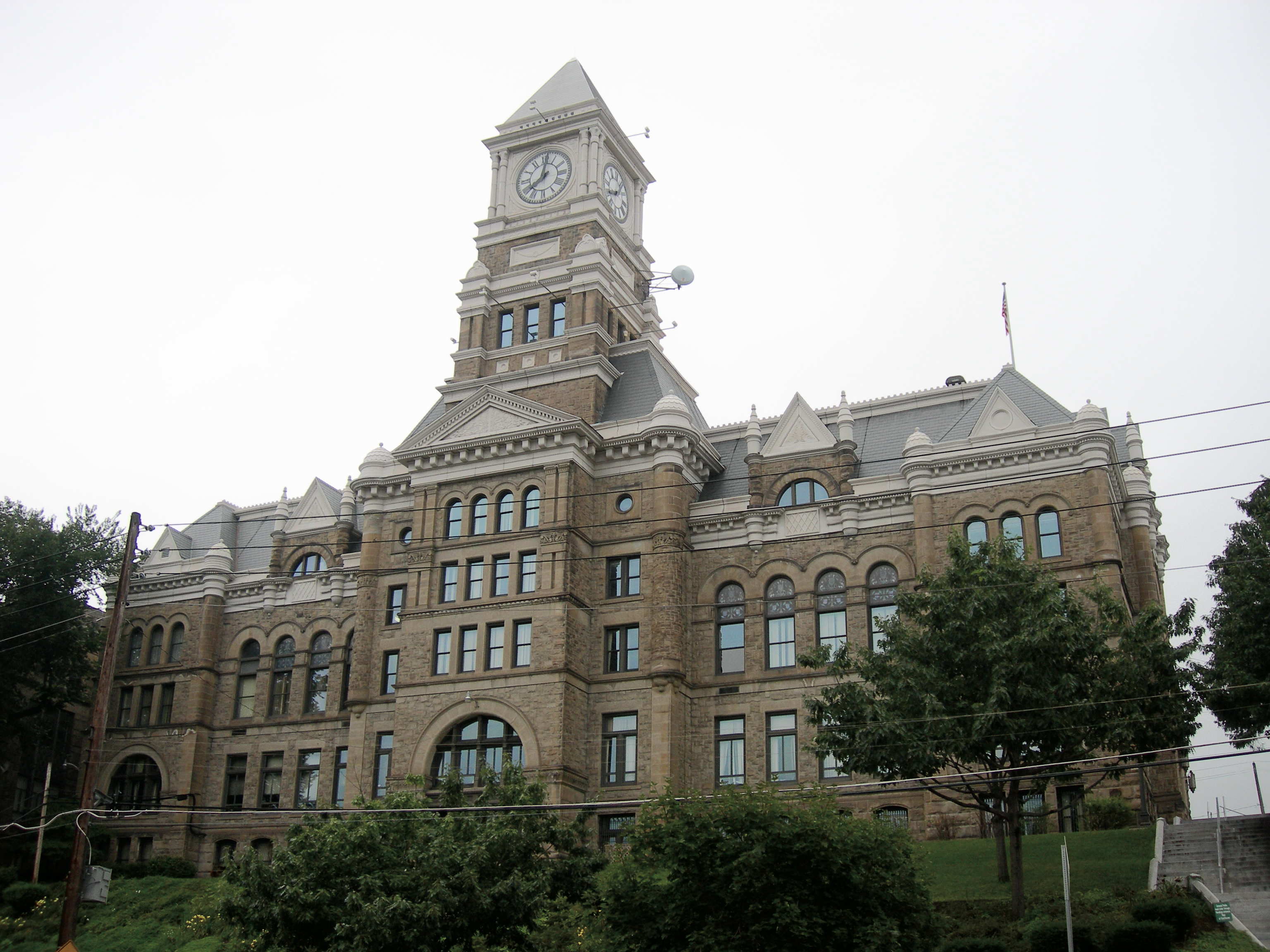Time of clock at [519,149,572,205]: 8:01
